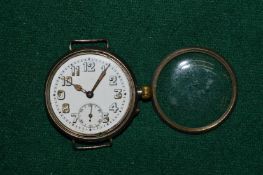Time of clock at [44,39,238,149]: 10:05
